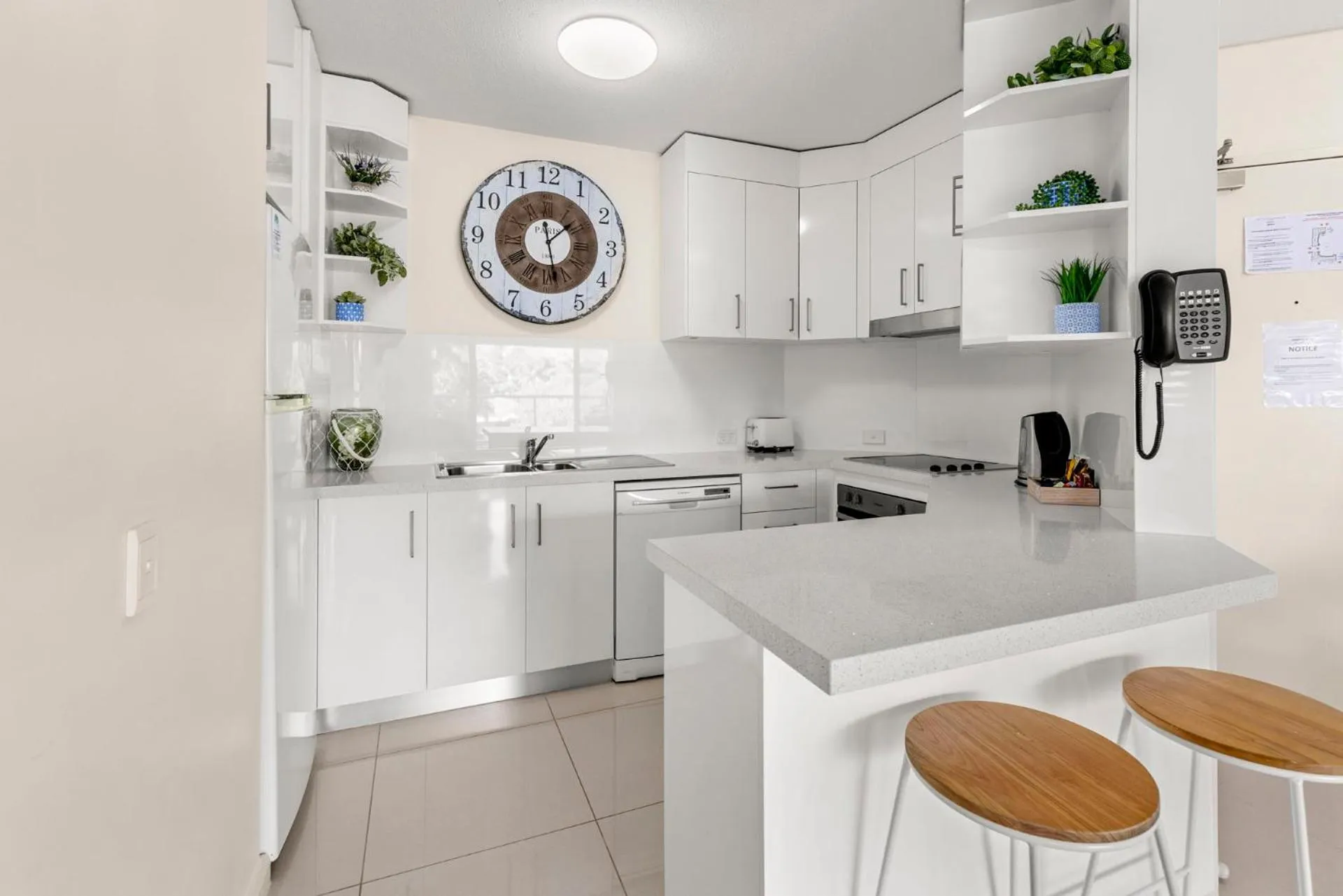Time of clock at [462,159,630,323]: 1:28
